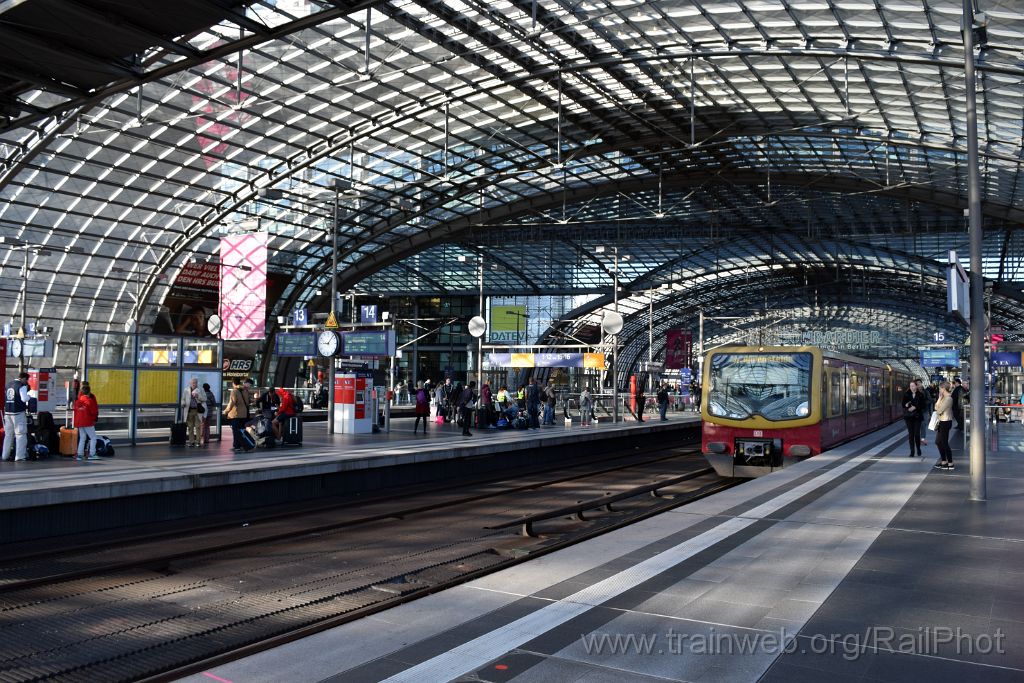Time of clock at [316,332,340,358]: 9:07
